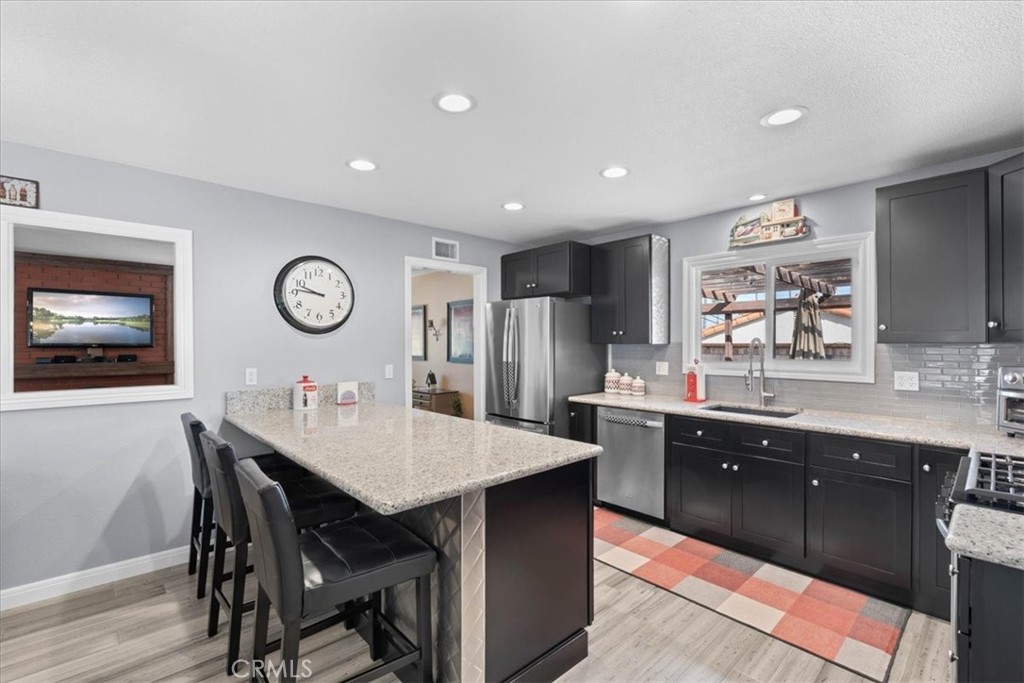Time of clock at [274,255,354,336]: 9:46
